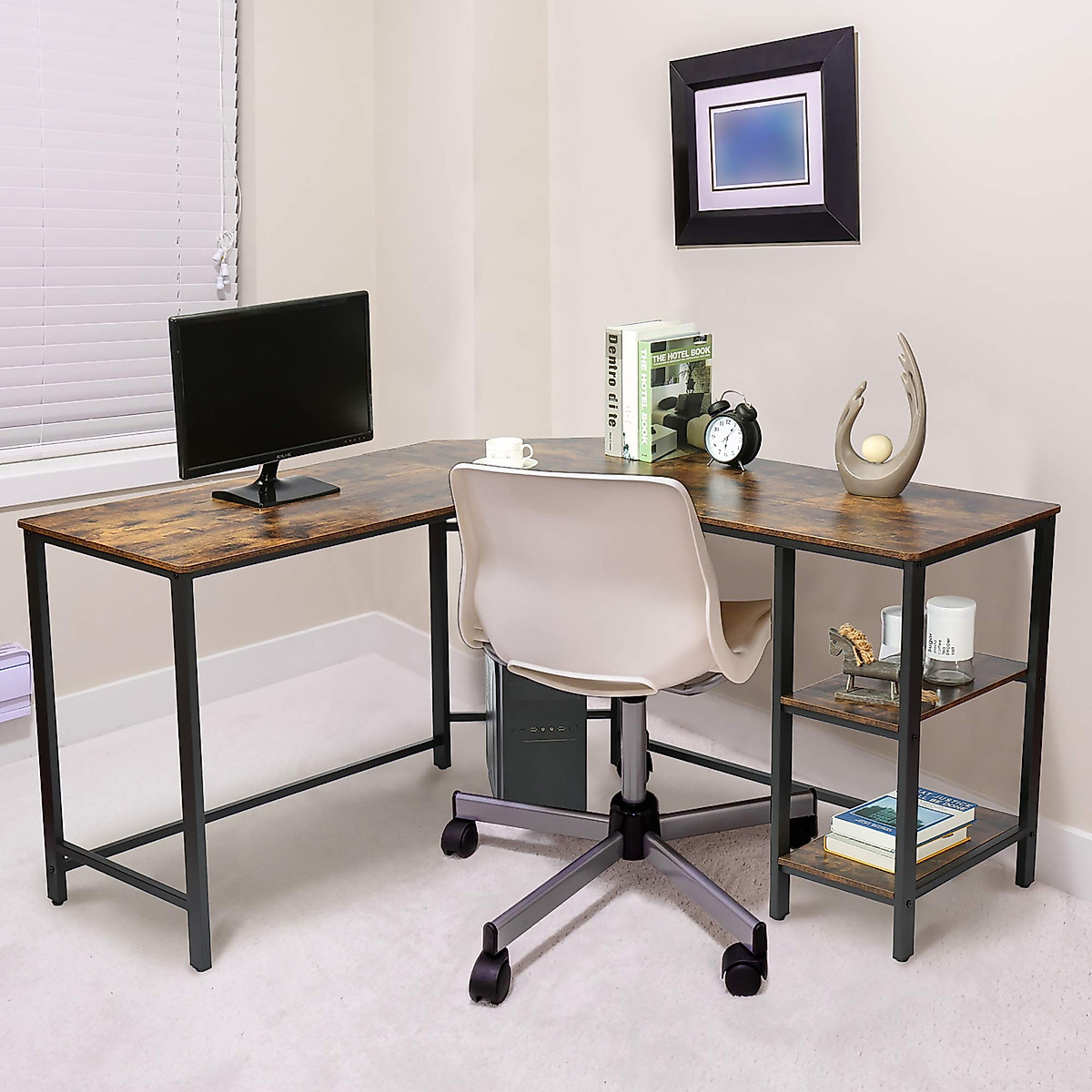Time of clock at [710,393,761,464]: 6:06
